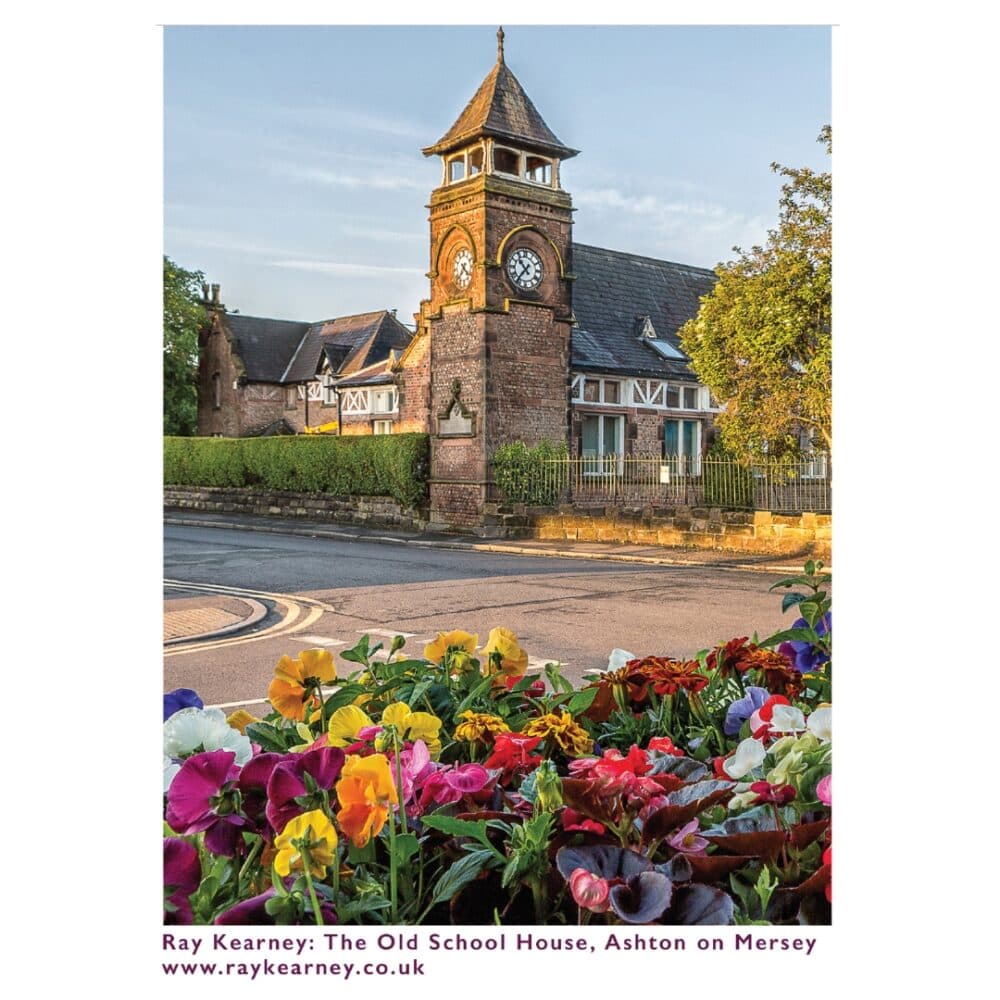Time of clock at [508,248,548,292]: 10:36
